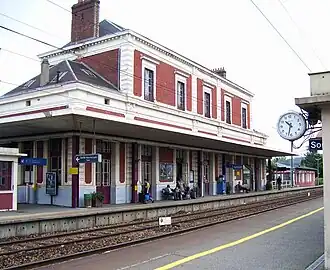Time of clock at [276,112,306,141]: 10:32
